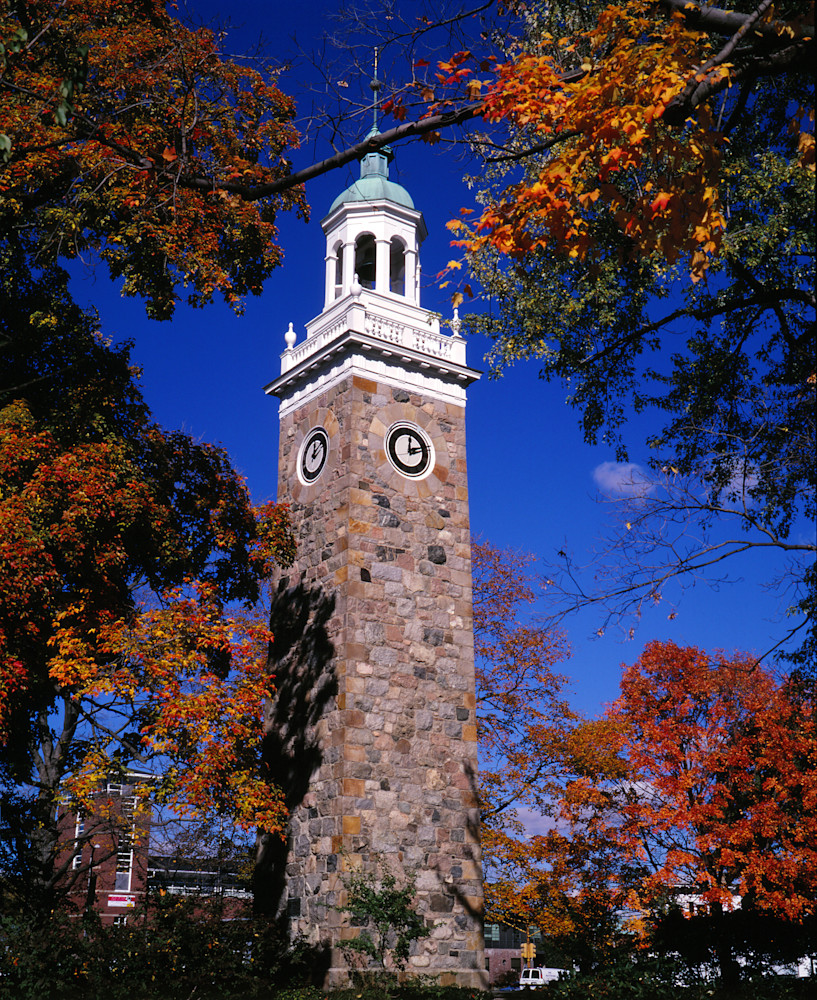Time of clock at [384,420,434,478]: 12:12
